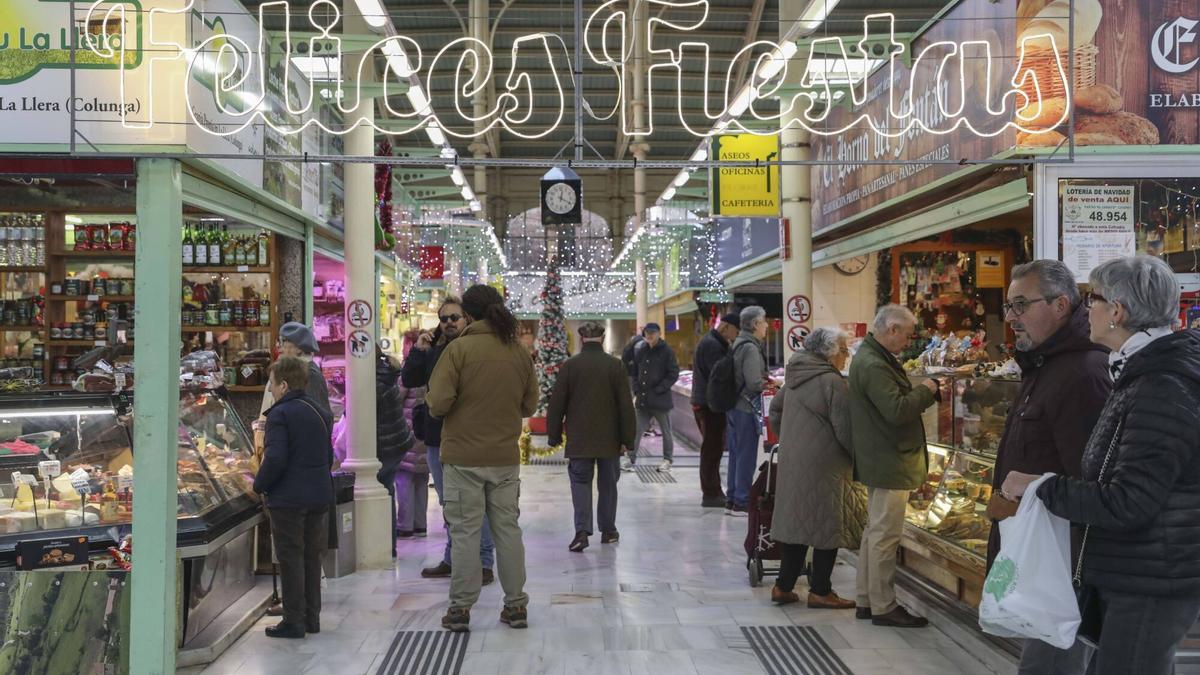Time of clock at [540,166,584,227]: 12:19
